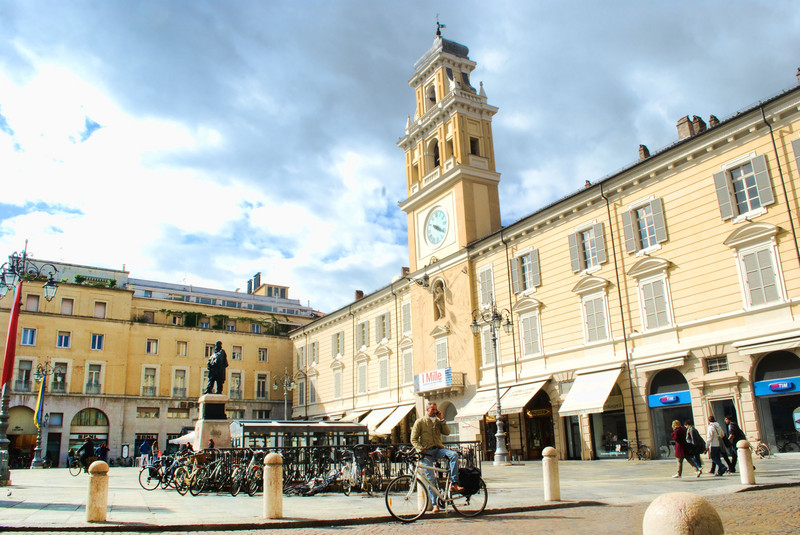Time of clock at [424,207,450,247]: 4:20
